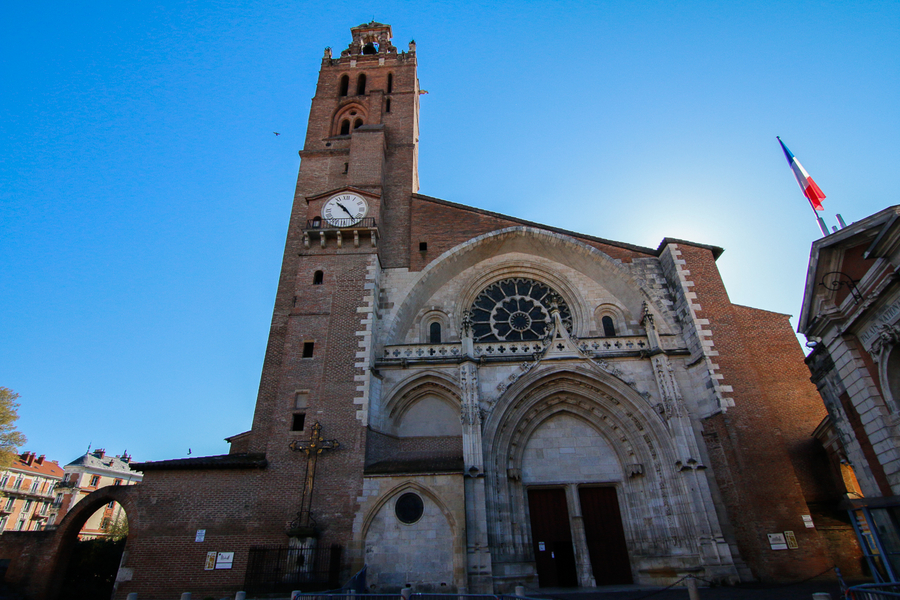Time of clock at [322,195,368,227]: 10:24
